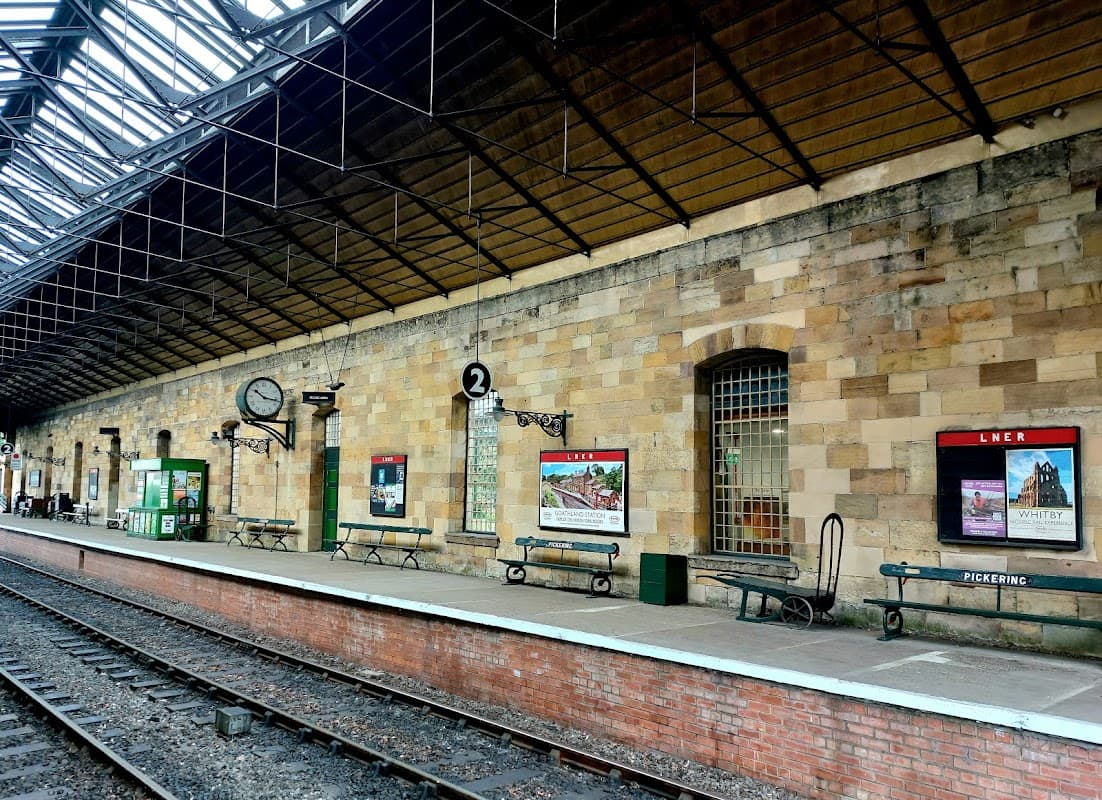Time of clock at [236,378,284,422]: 10:16
